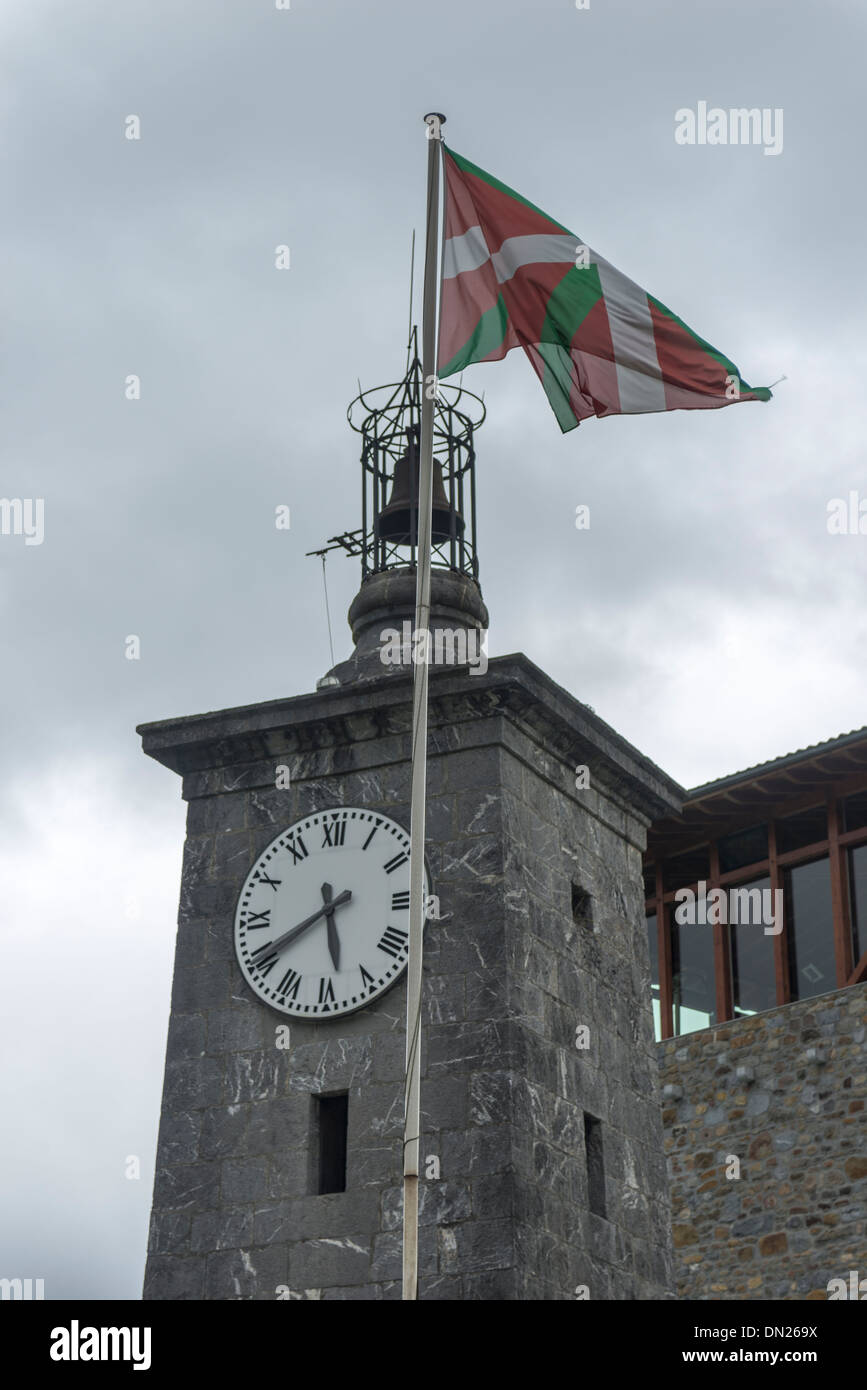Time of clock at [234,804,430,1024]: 5:40
